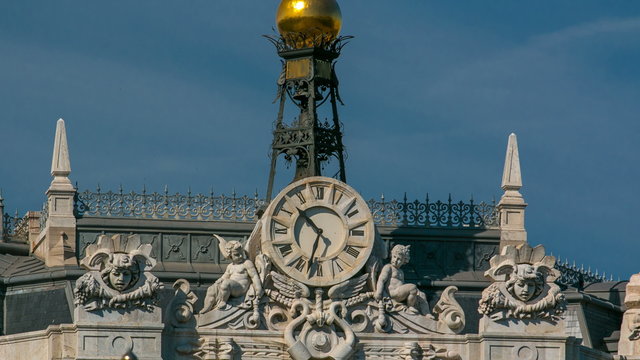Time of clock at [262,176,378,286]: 10:32
